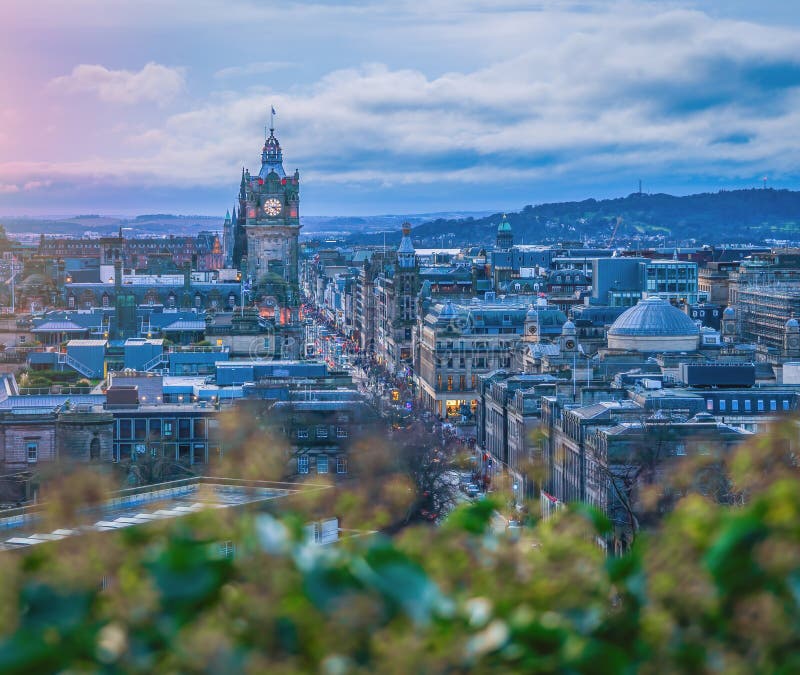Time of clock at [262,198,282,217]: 4:14
